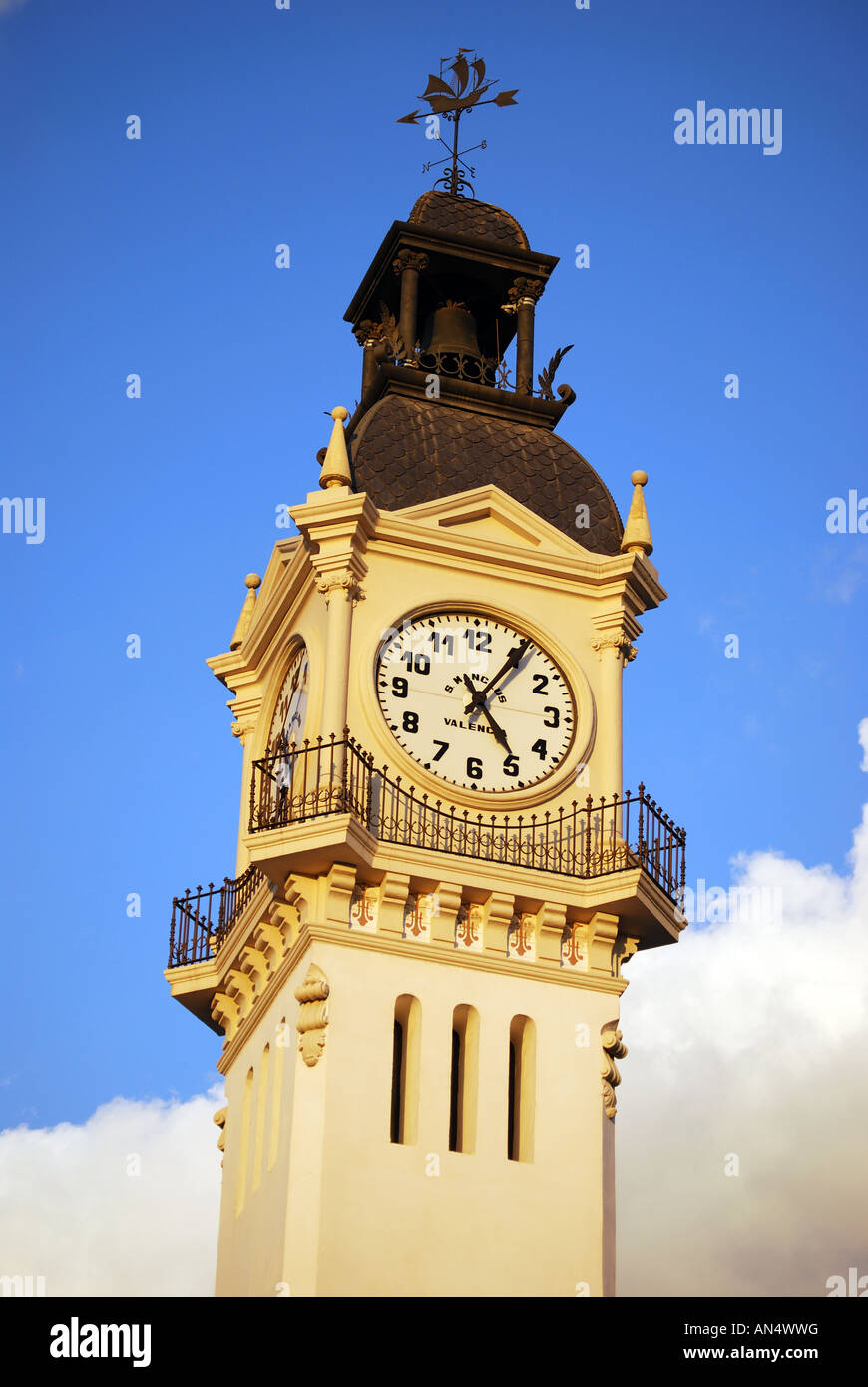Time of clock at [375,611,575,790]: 5:05
